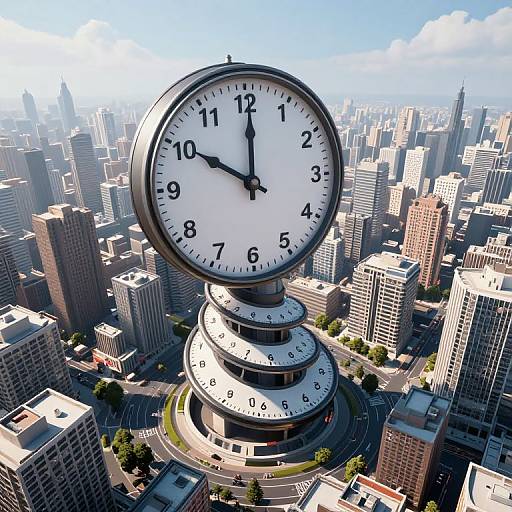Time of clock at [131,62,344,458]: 10:00
